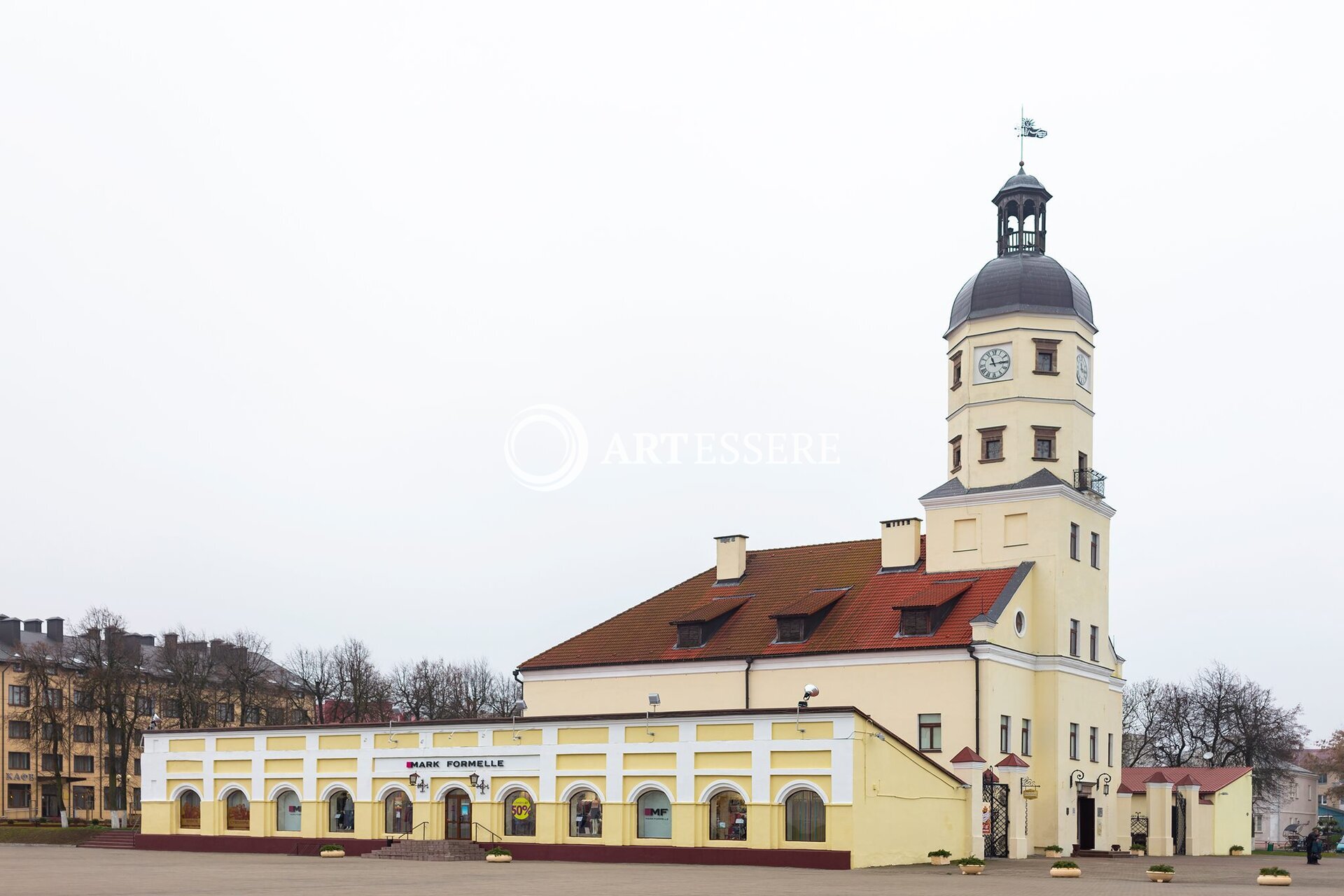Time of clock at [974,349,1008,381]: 11:14
